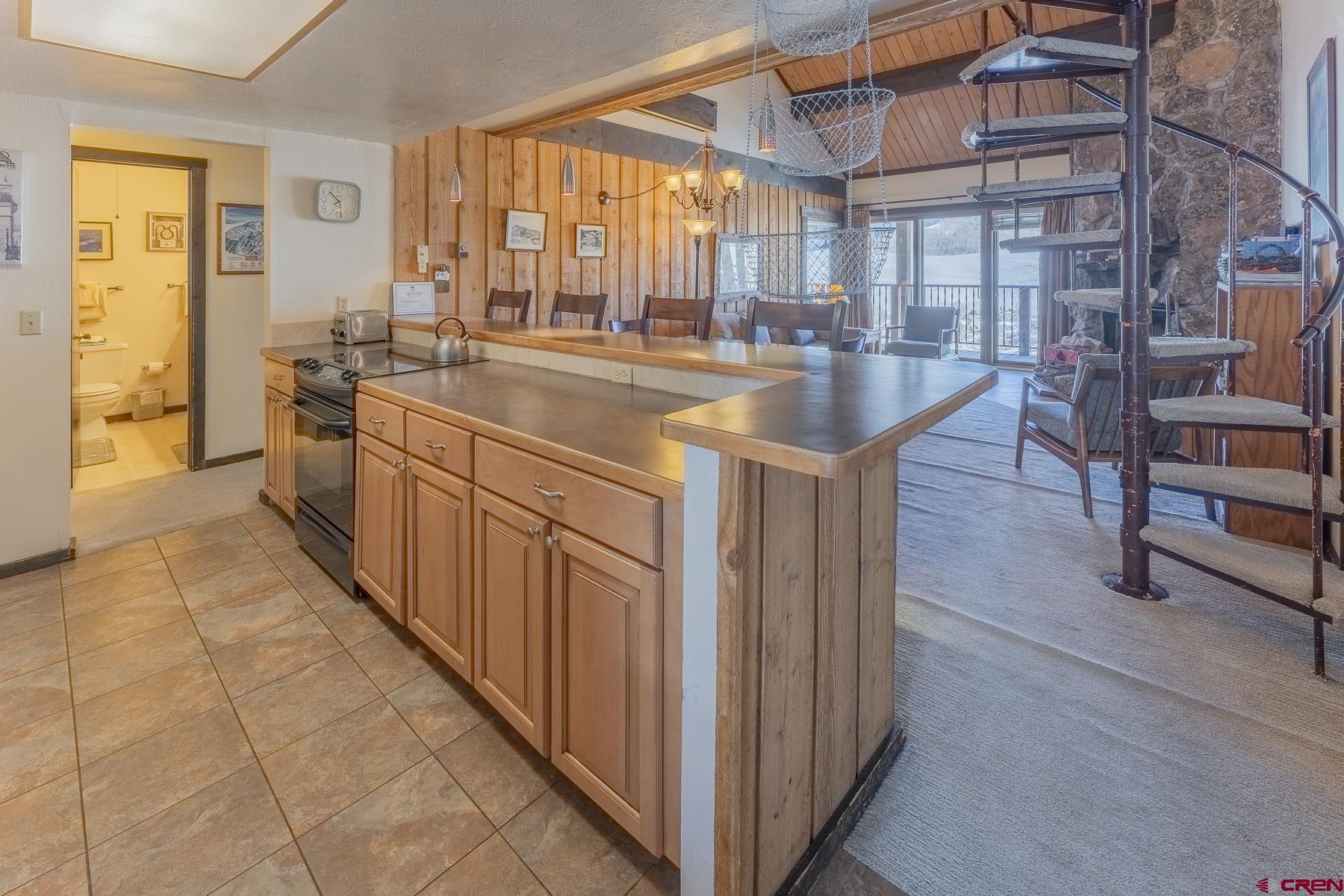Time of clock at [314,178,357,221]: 7:52
